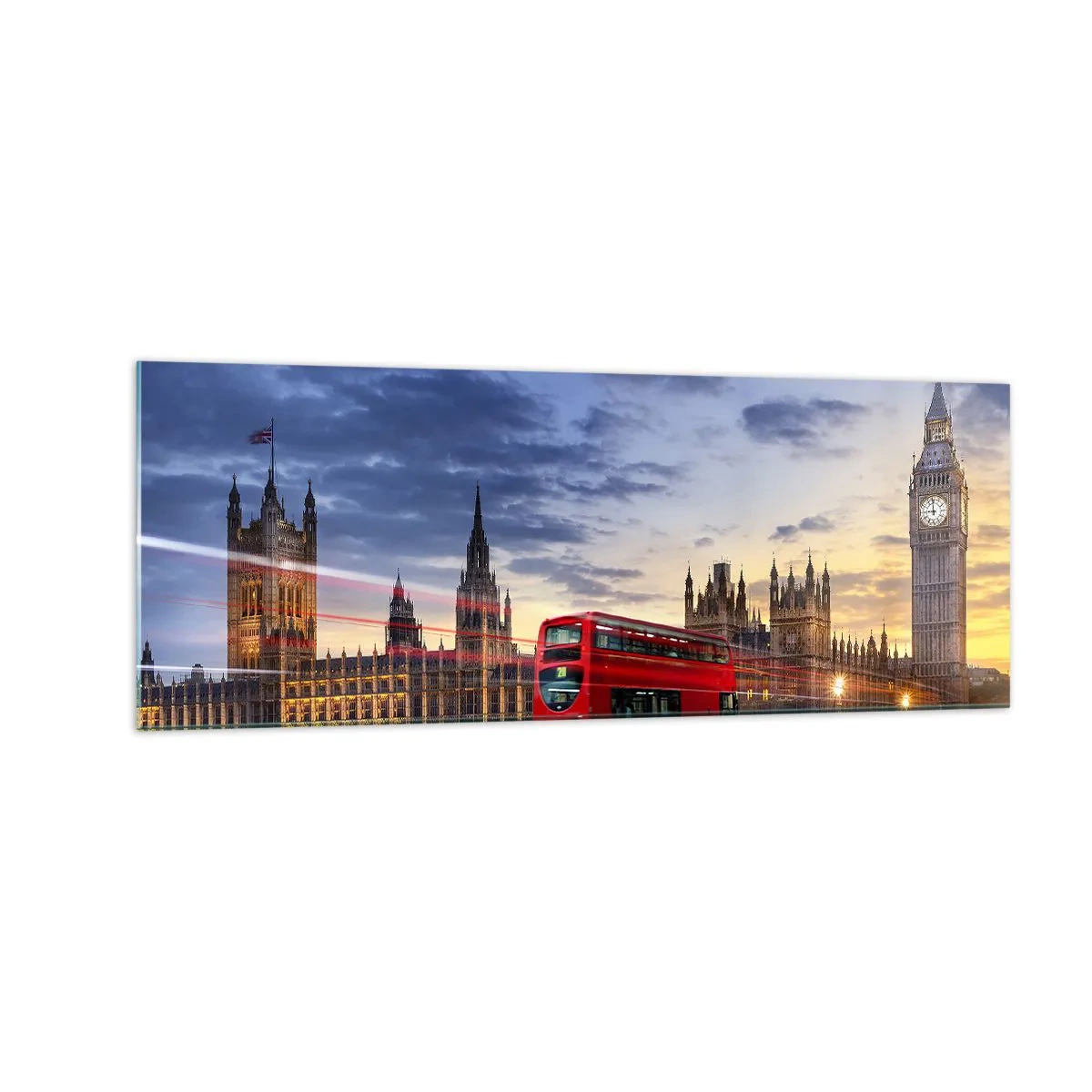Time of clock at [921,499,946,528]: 8:59
